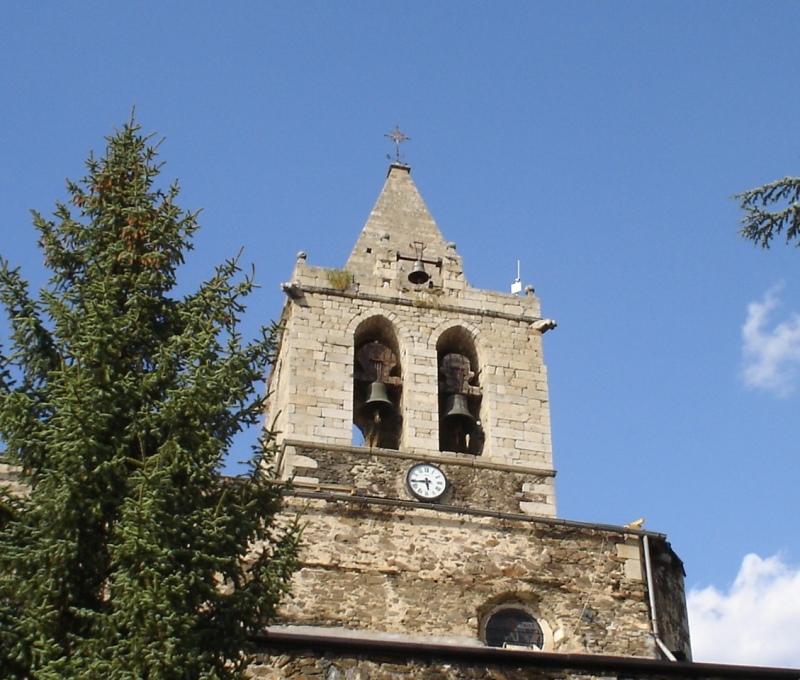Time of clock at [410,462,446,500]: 5:43
